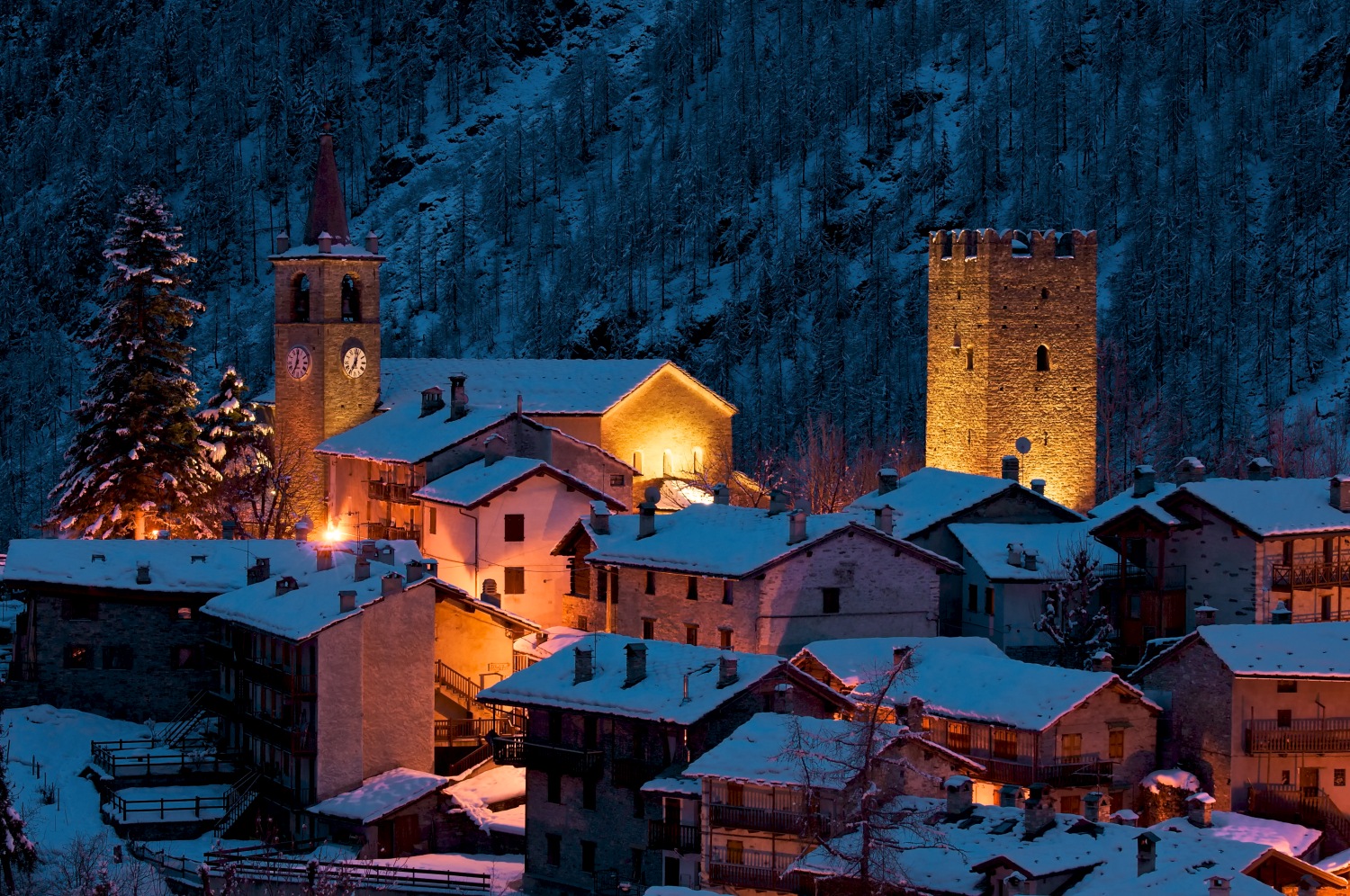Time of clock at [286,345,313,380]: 7:00
